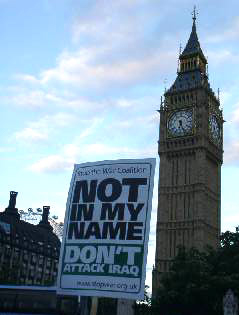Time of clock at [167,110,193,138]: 6:25
